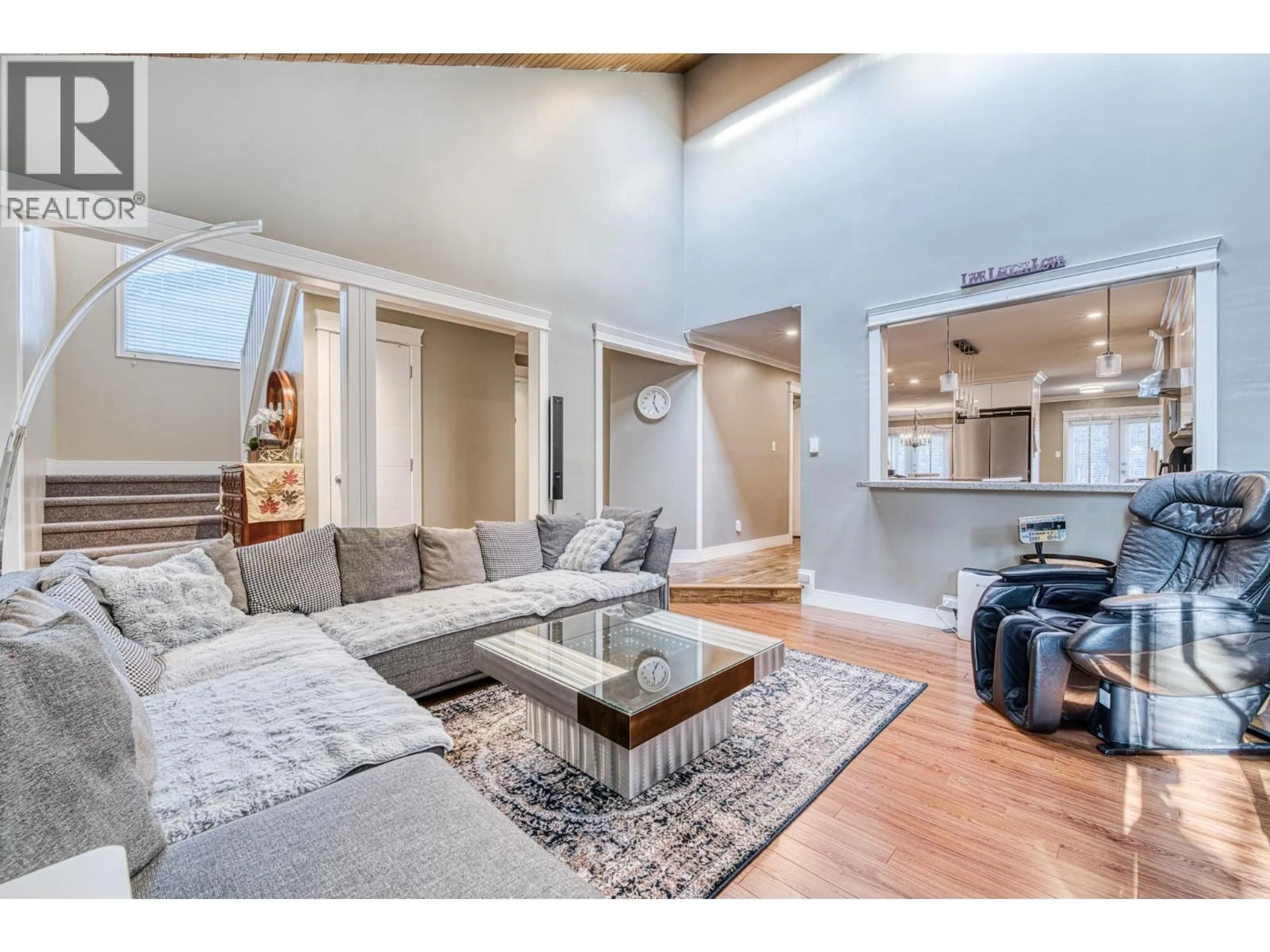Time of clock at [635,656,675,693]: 12:28
